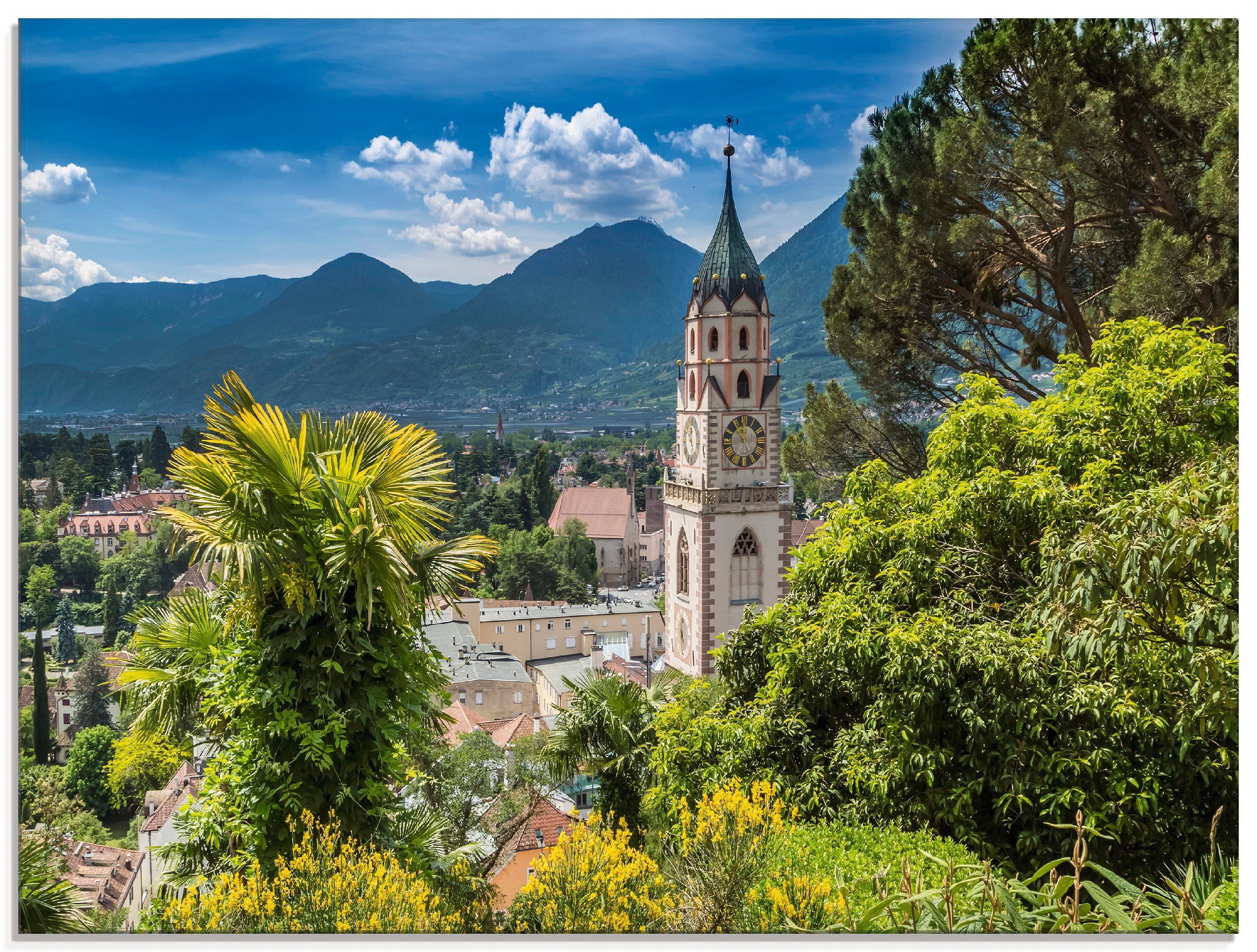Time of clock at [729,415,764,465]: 11:55
